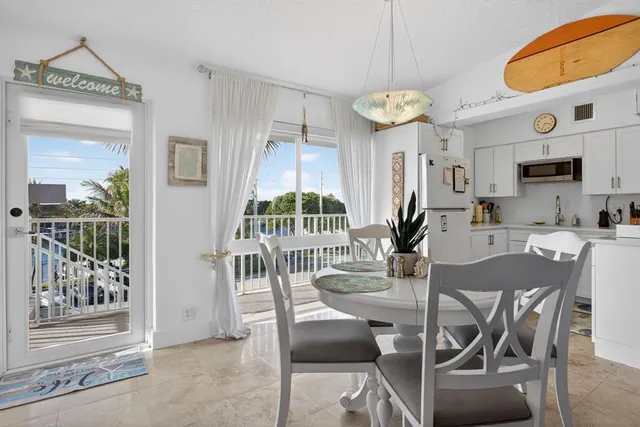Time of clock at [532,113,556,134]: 3:34
